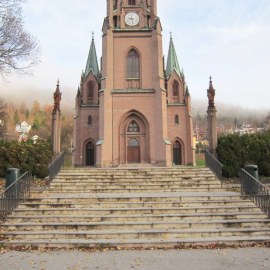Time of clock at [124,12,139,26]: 9:27
